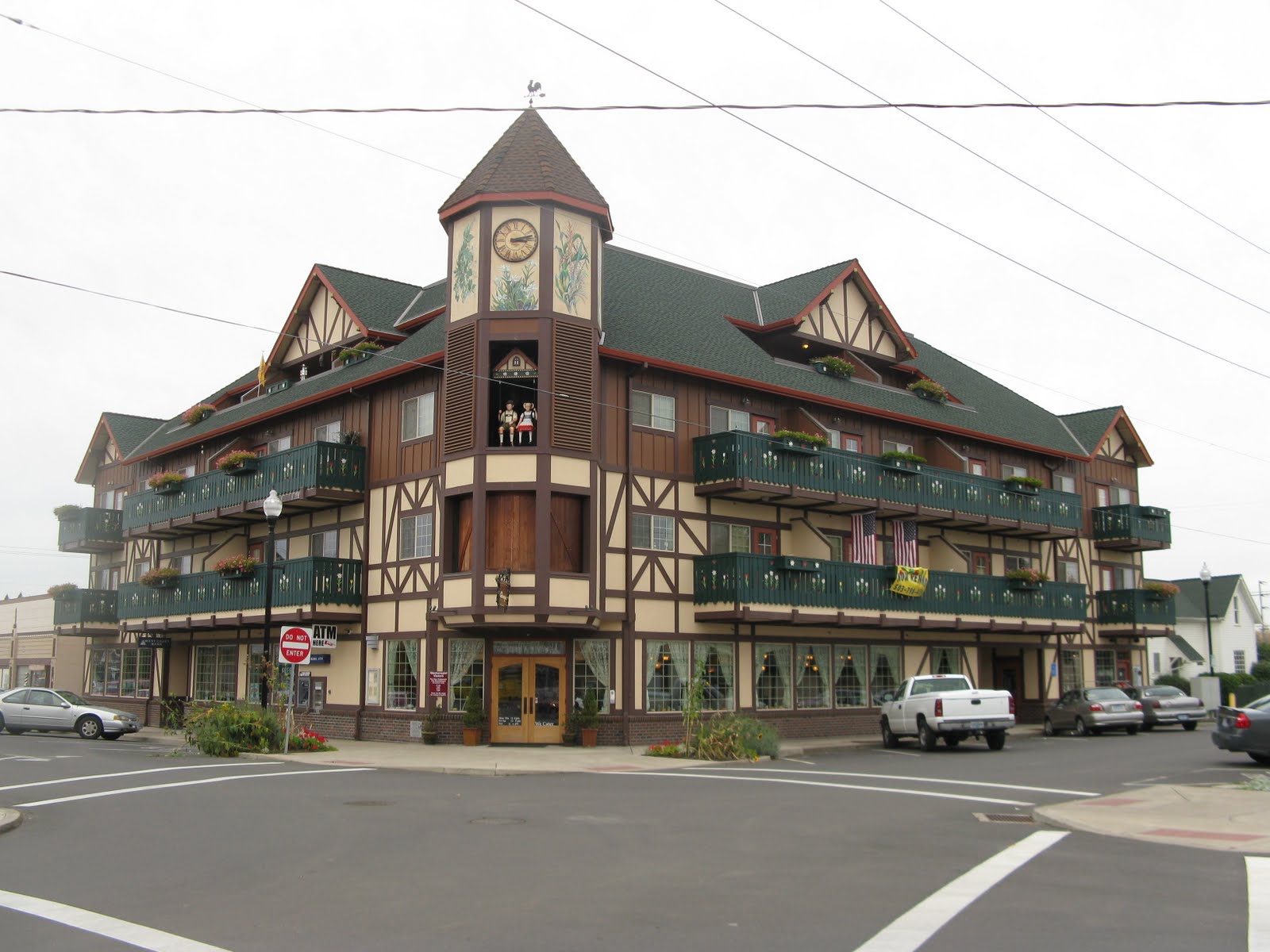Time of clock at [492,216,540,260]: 3:12
